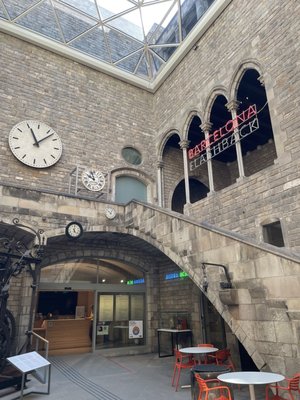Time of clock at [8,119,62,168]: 11:07
